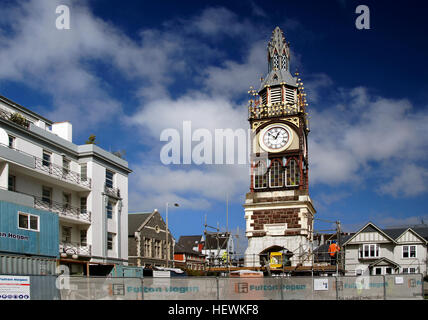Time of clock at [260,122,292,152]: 12:52
